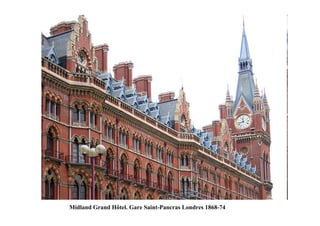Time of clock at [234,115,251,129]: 11:42
